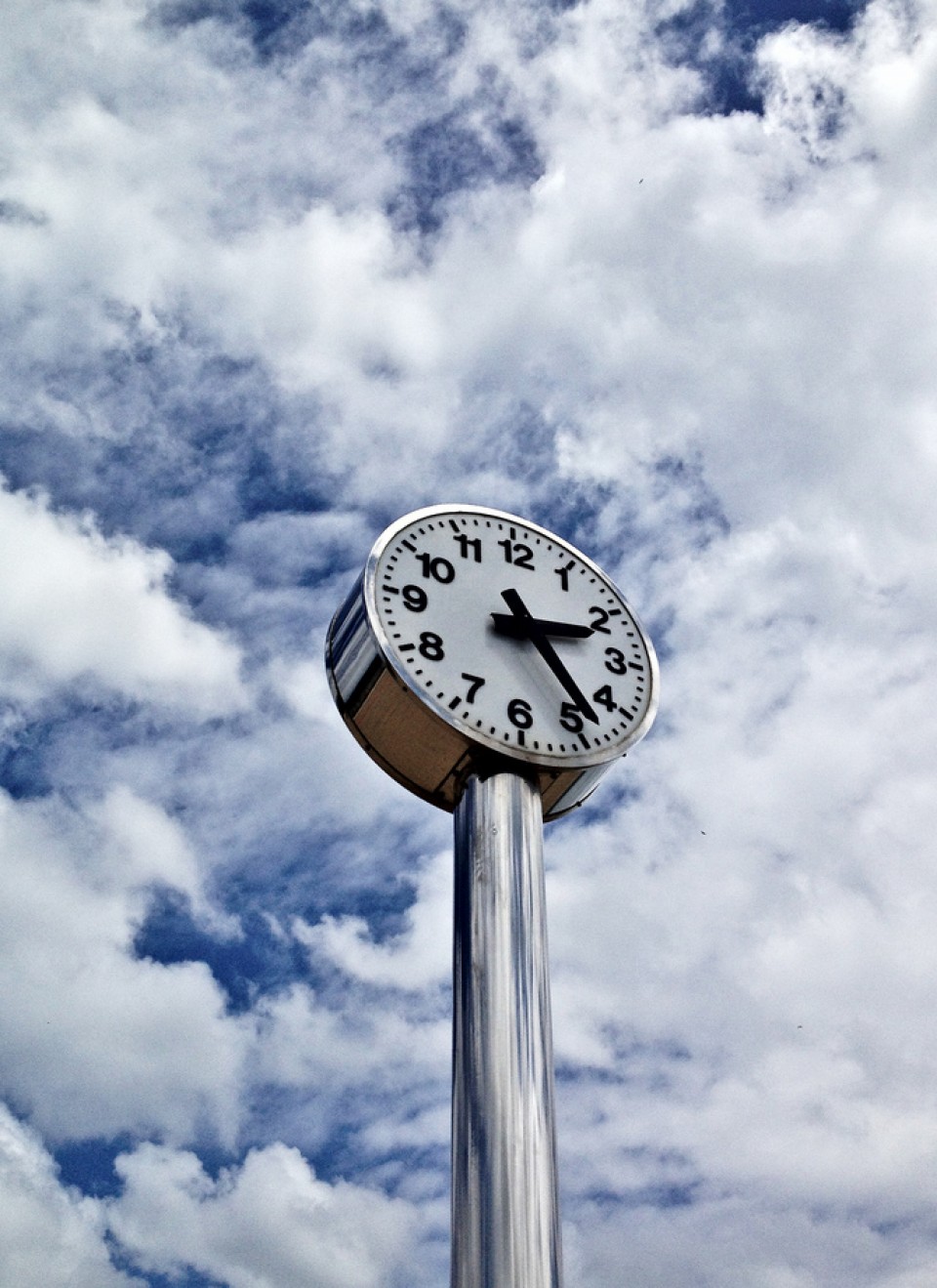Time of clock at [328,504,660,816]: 2:23
